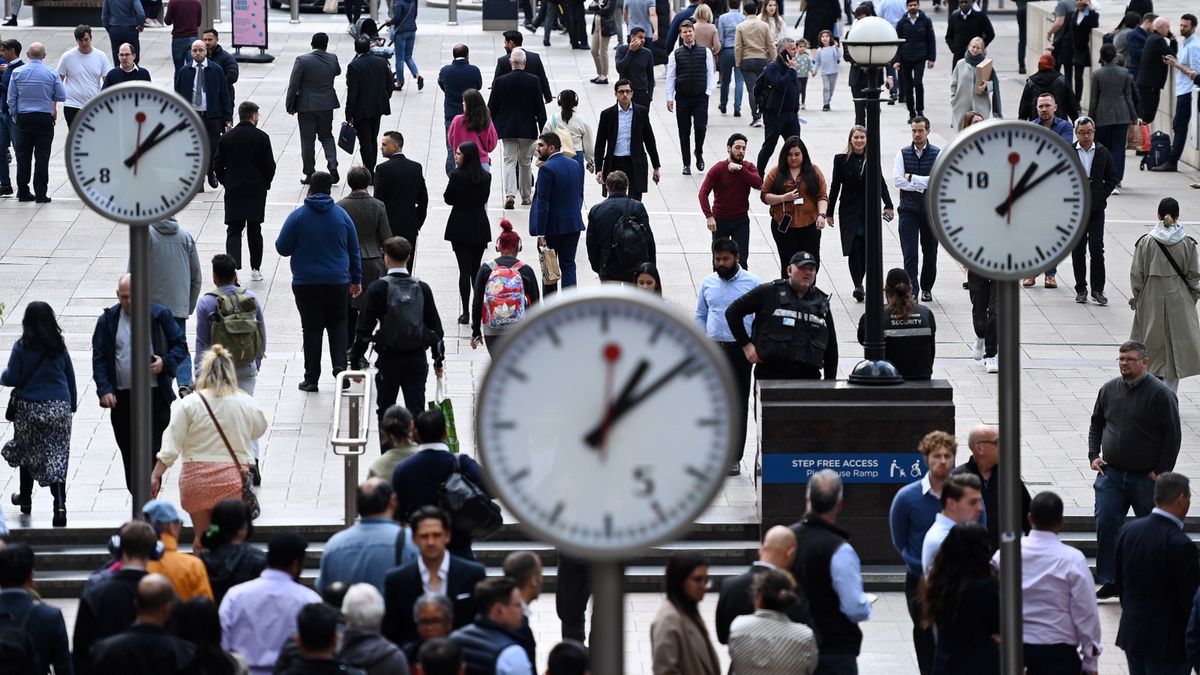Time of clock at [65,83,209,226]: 1:09
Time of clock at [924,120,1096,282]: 1:09
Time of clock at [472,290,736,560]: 1:08
